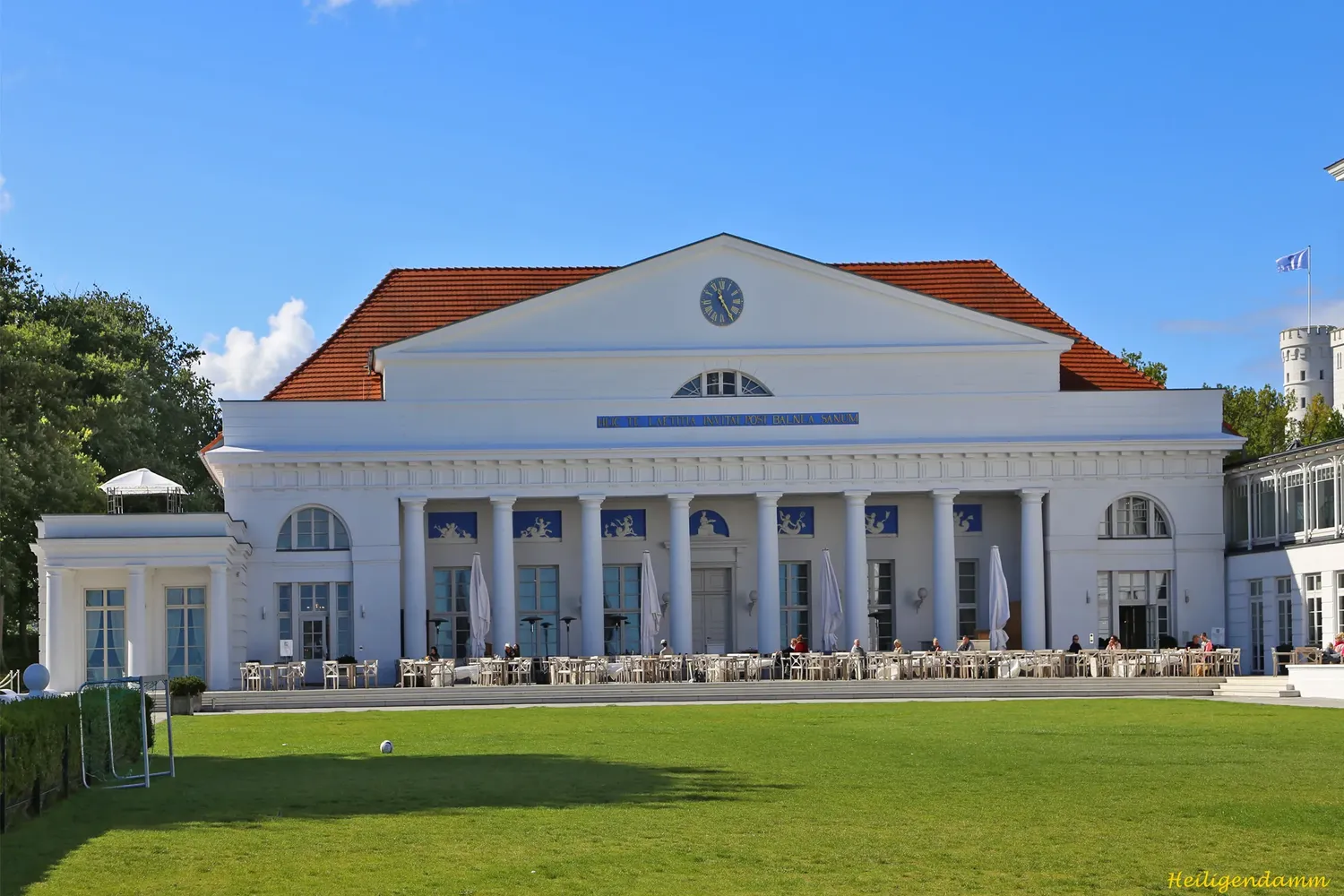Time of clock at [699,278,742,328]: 11:24
